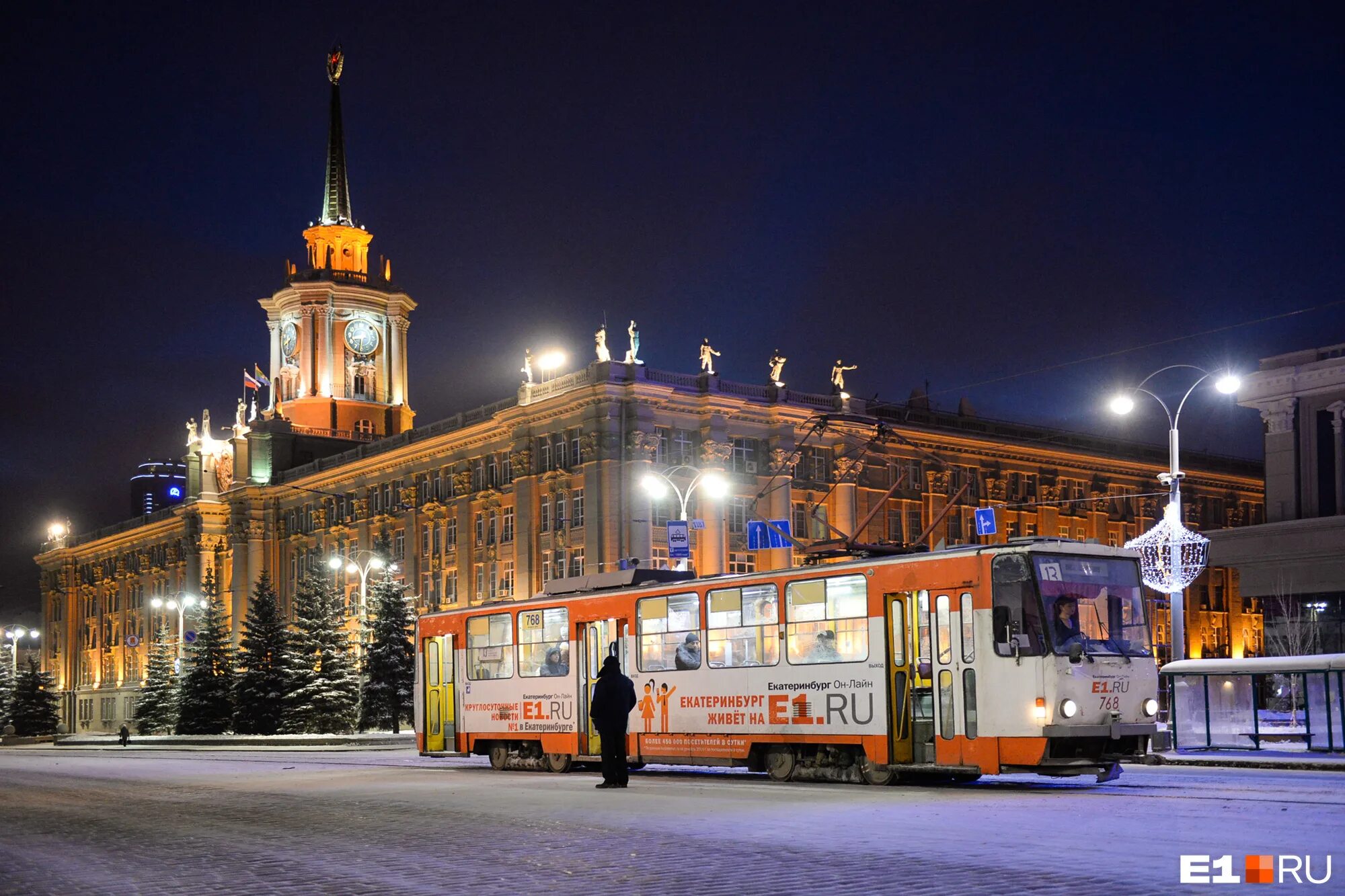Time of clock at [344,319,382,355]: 8:32
